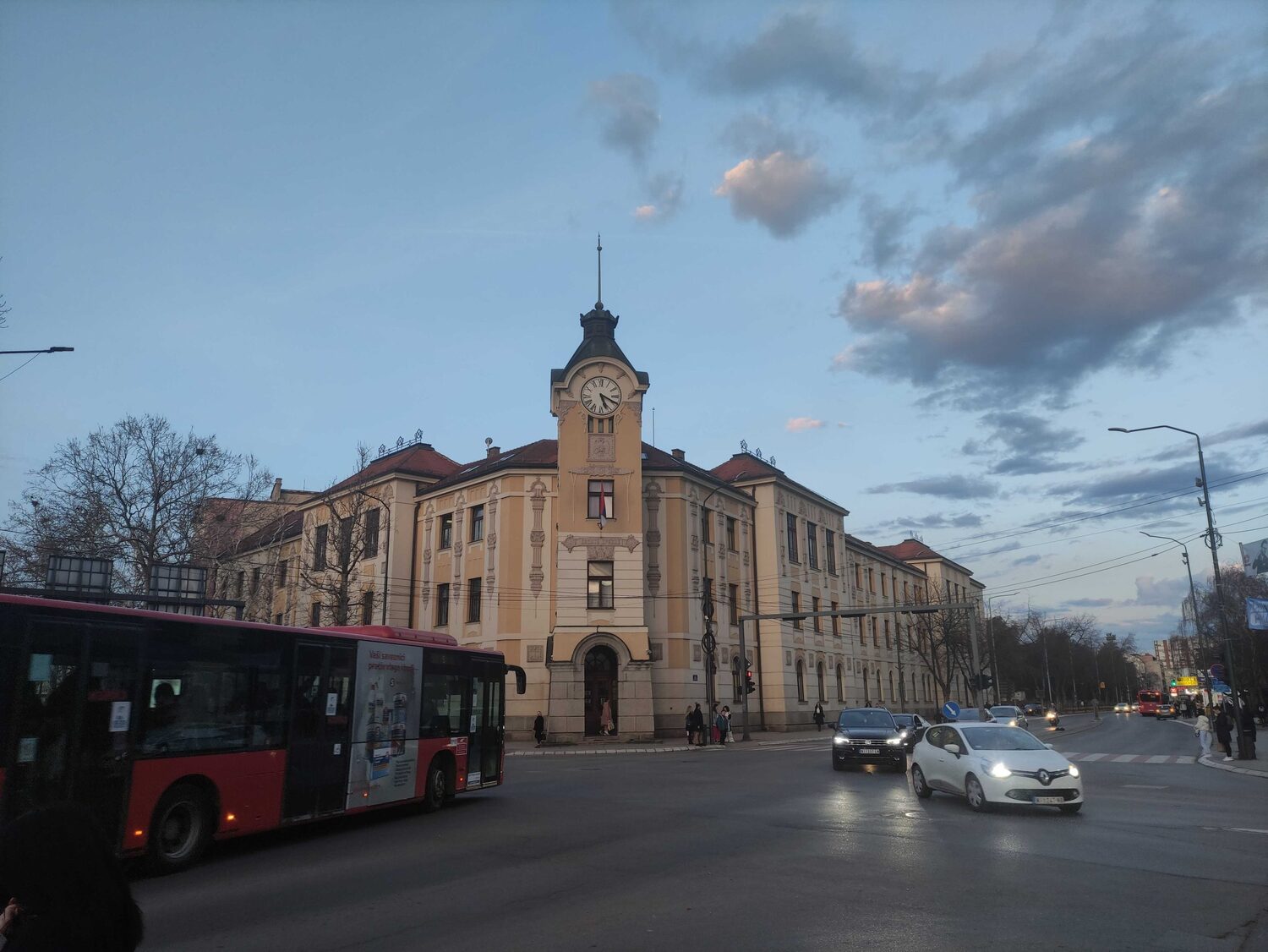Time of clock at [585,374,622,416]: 5:19
